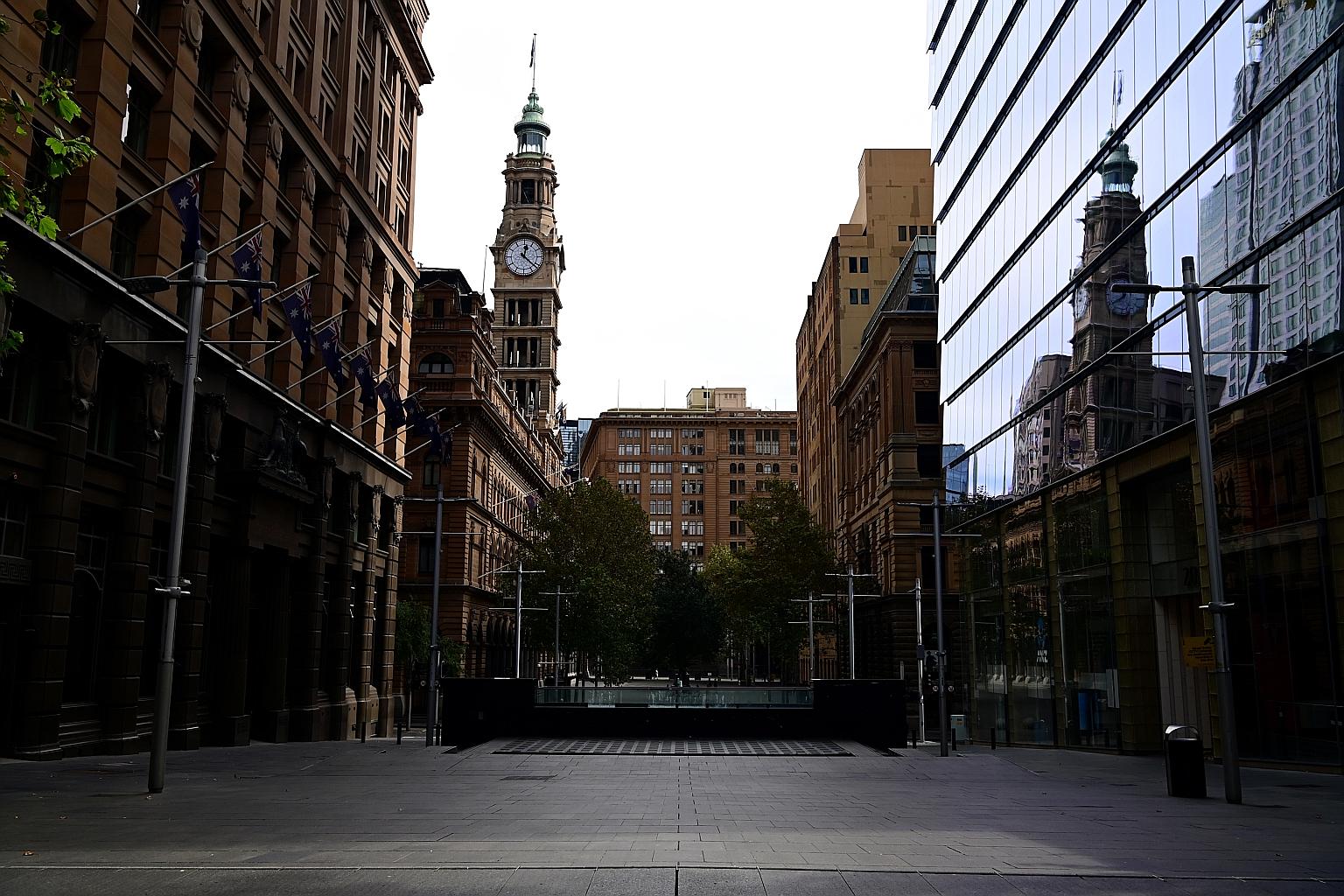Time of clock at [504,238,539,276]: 12:21
